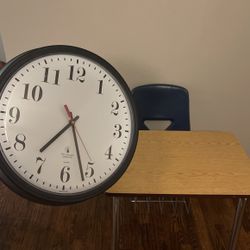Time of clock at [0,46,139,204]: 7:26
